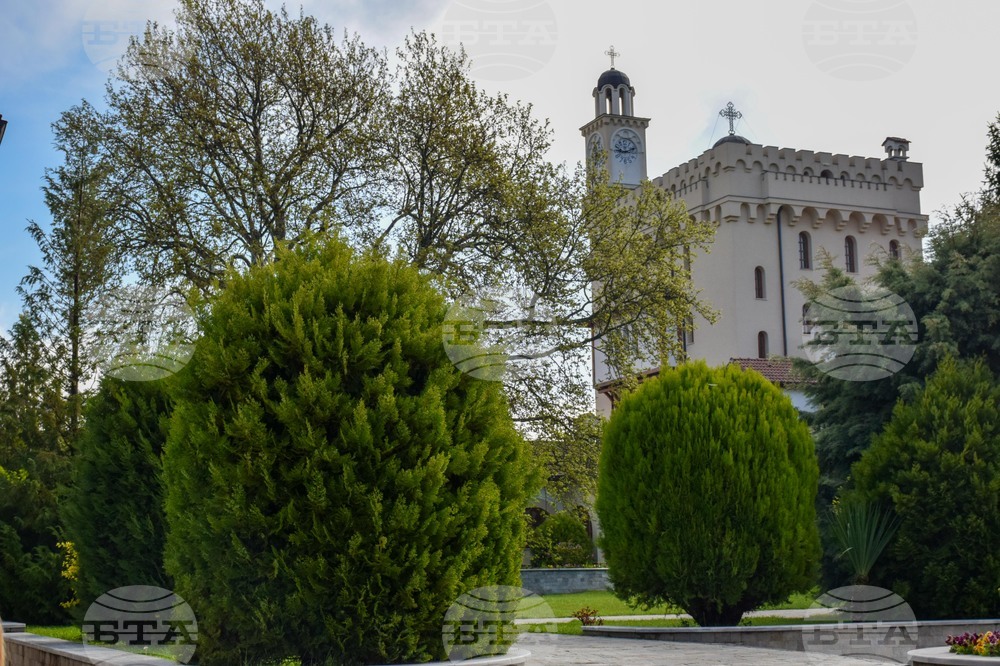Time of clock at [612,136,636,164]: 9:11
